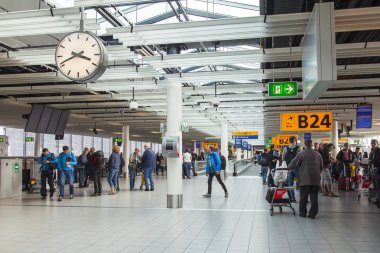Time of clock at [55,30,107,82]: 3:41
